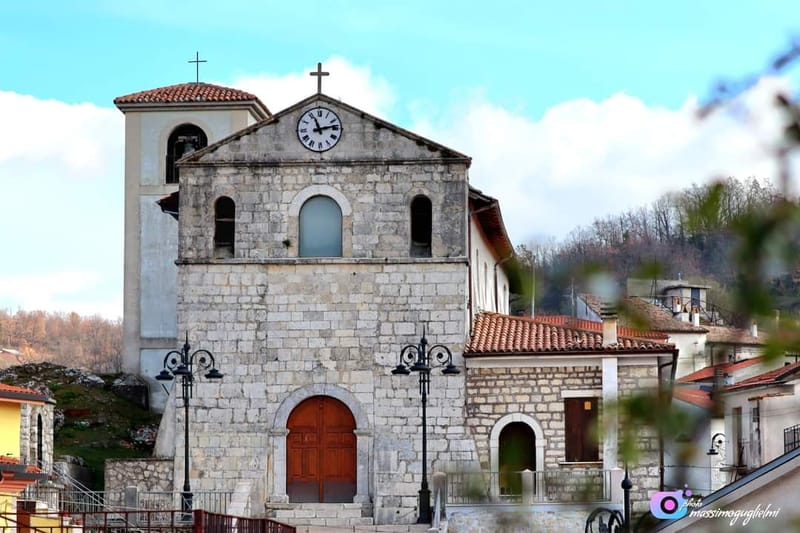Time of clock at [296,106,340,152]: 11:13
